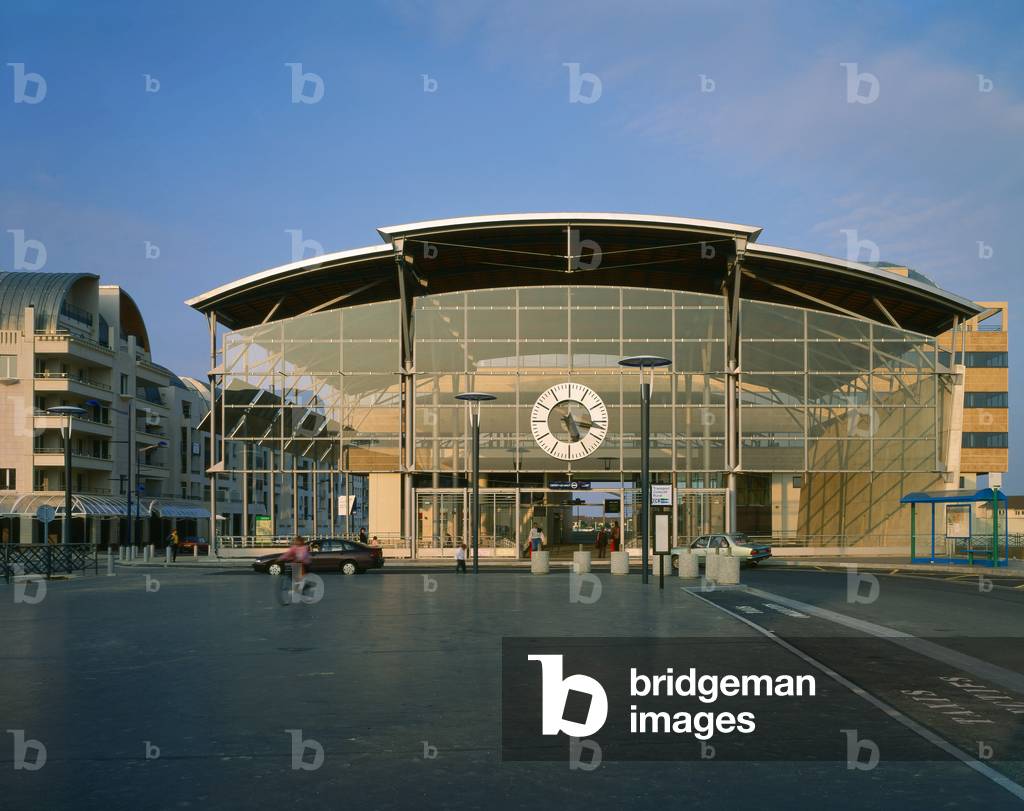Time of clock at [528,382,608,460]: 5:16
